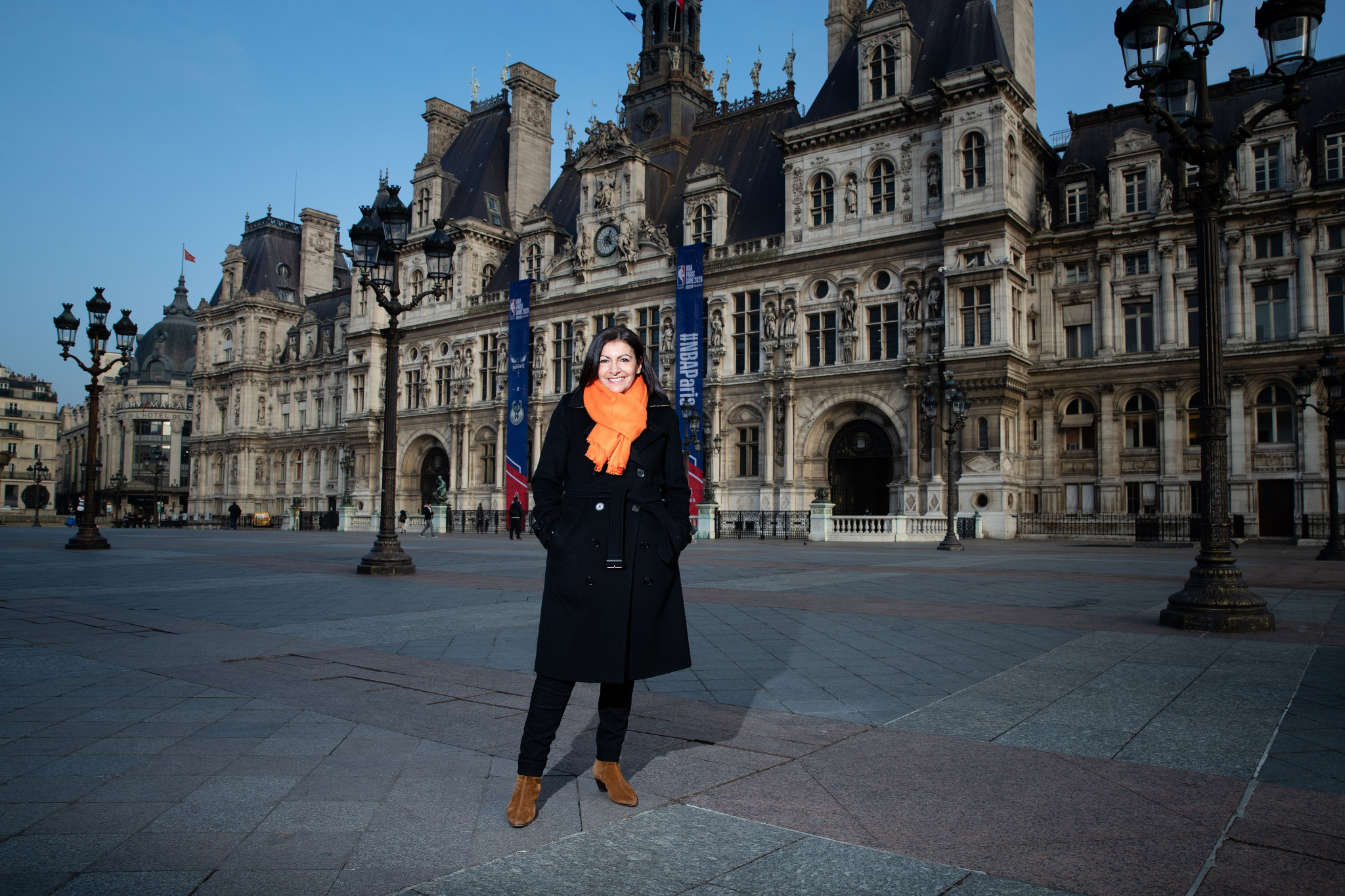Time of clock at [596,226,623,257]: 4:04
